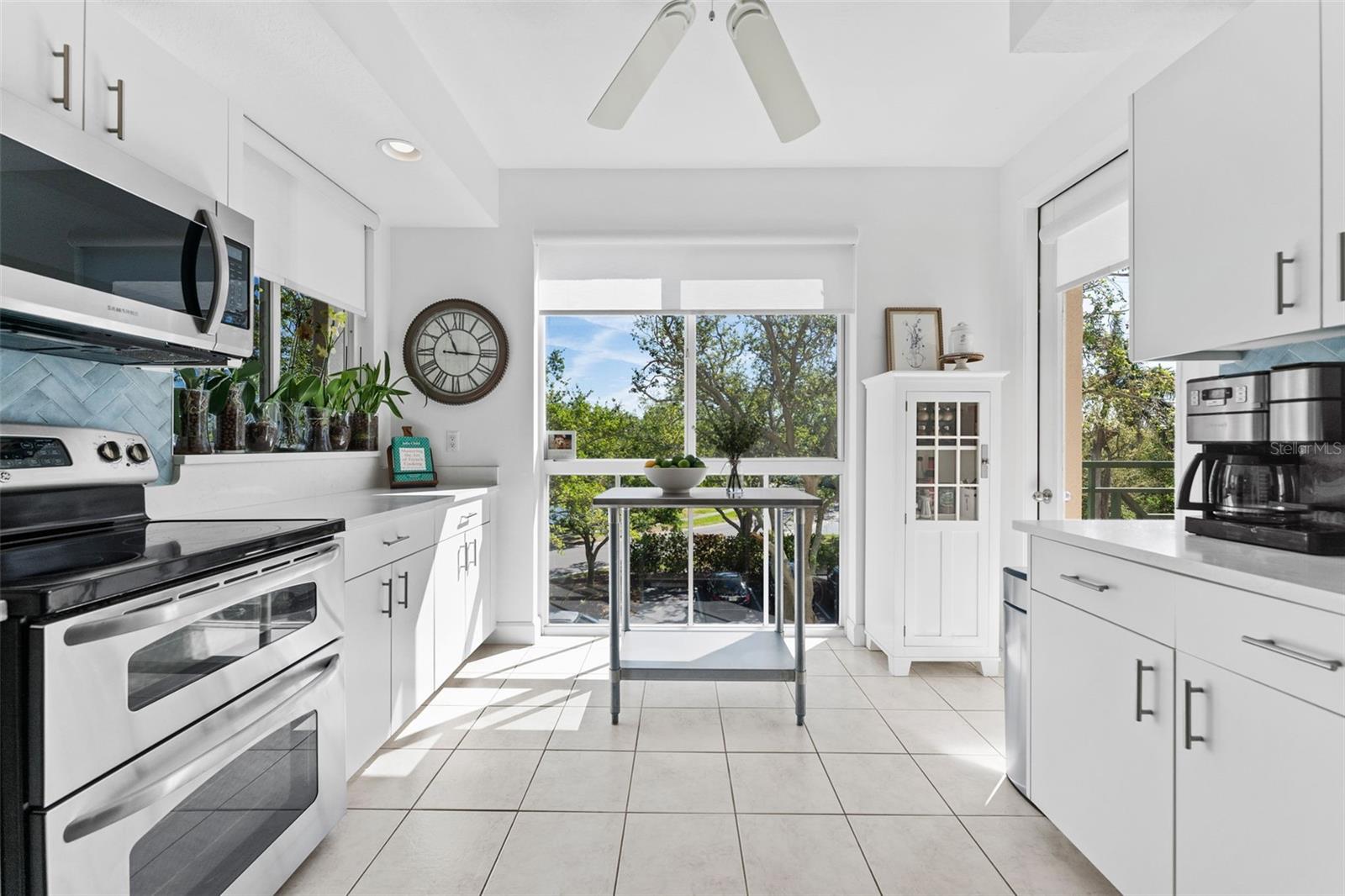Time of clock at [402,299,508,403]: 11:15
